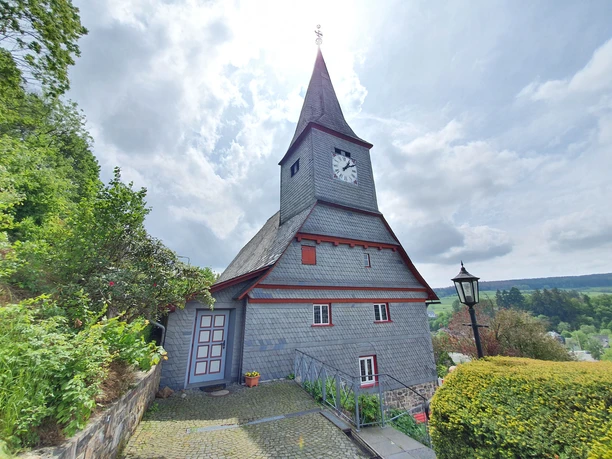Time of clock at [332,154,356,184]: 1:09
